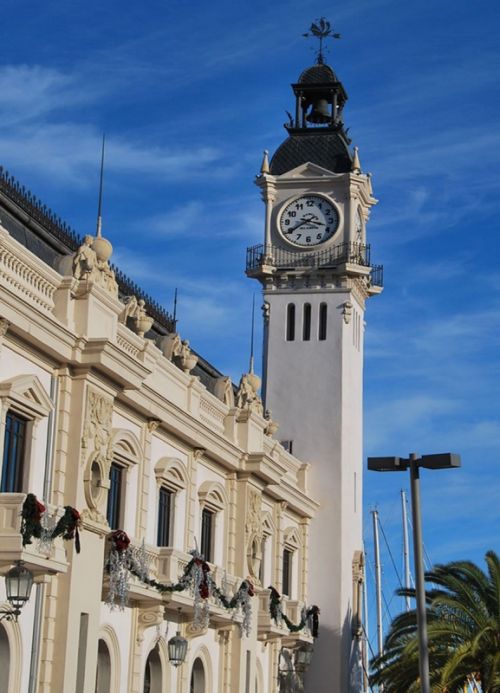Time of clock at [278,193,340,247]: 3:39
